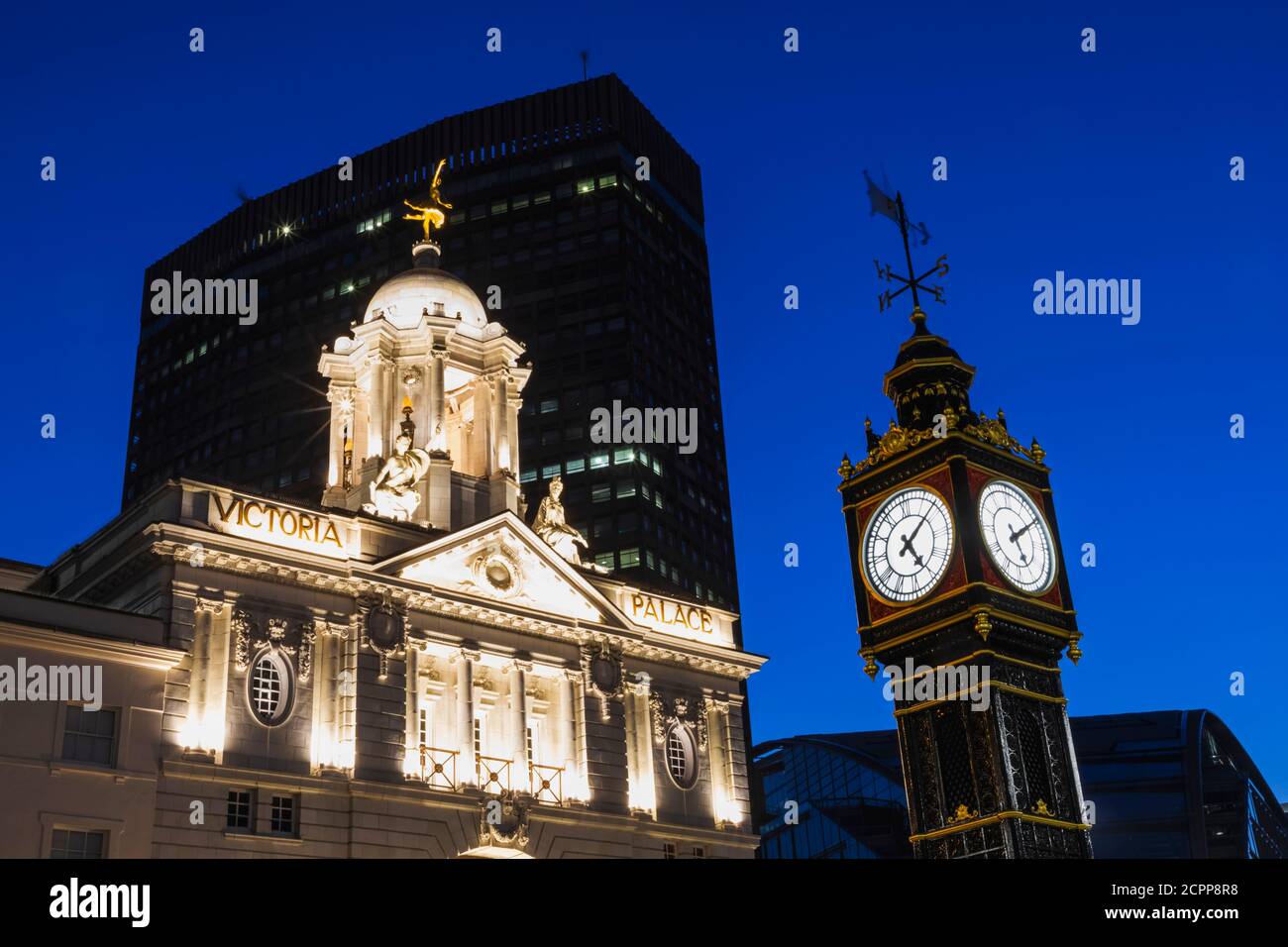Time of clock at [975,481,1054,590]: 5:09
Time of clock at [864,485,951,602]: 5:08
